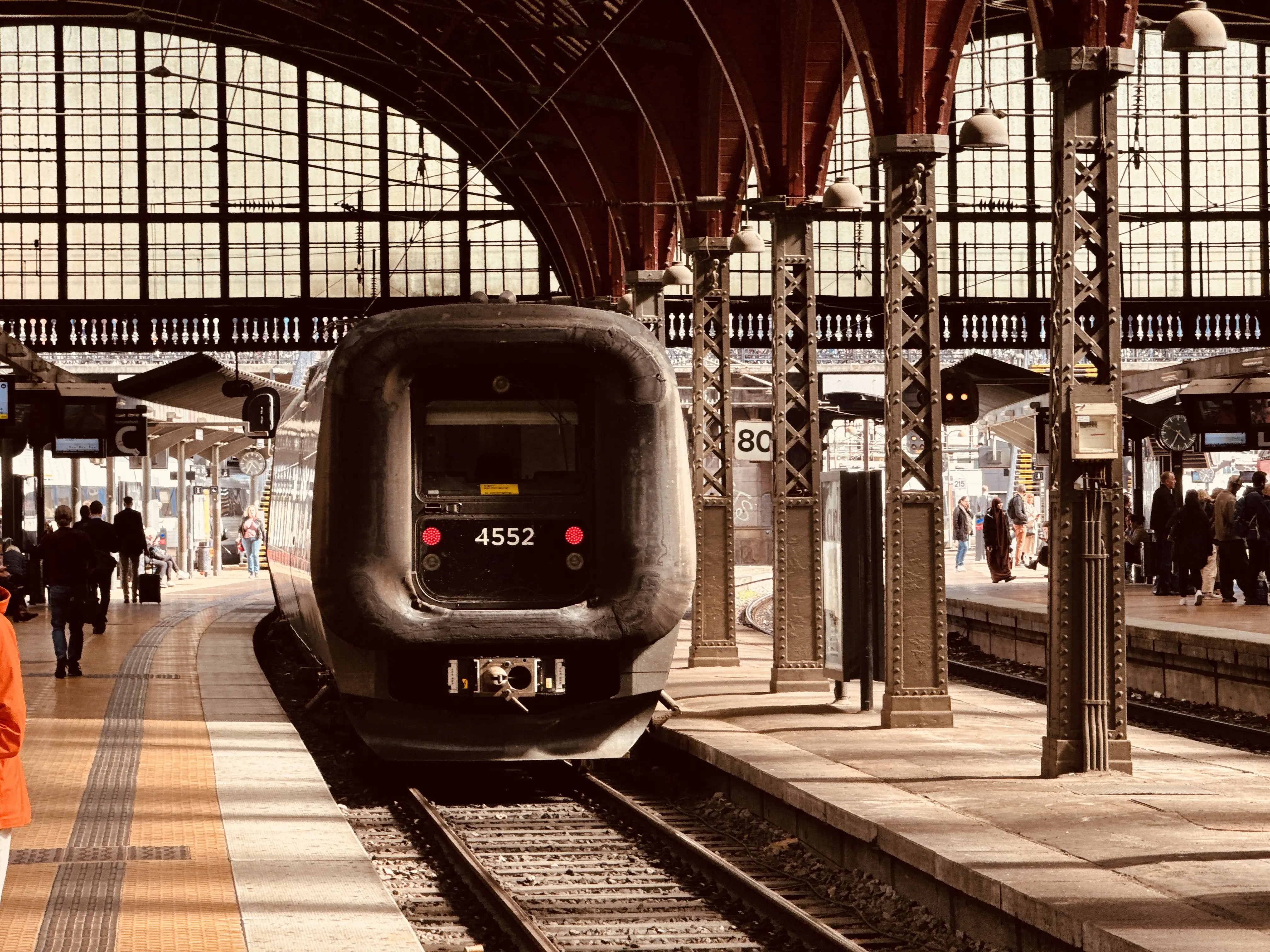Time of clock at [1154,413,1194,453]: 4:34
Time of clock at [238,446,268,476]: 4:34
